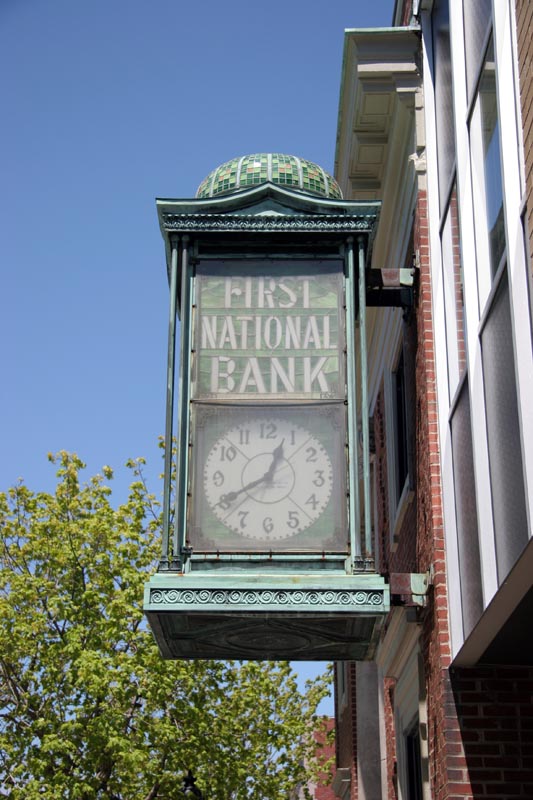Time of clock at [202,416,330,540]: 12:40
